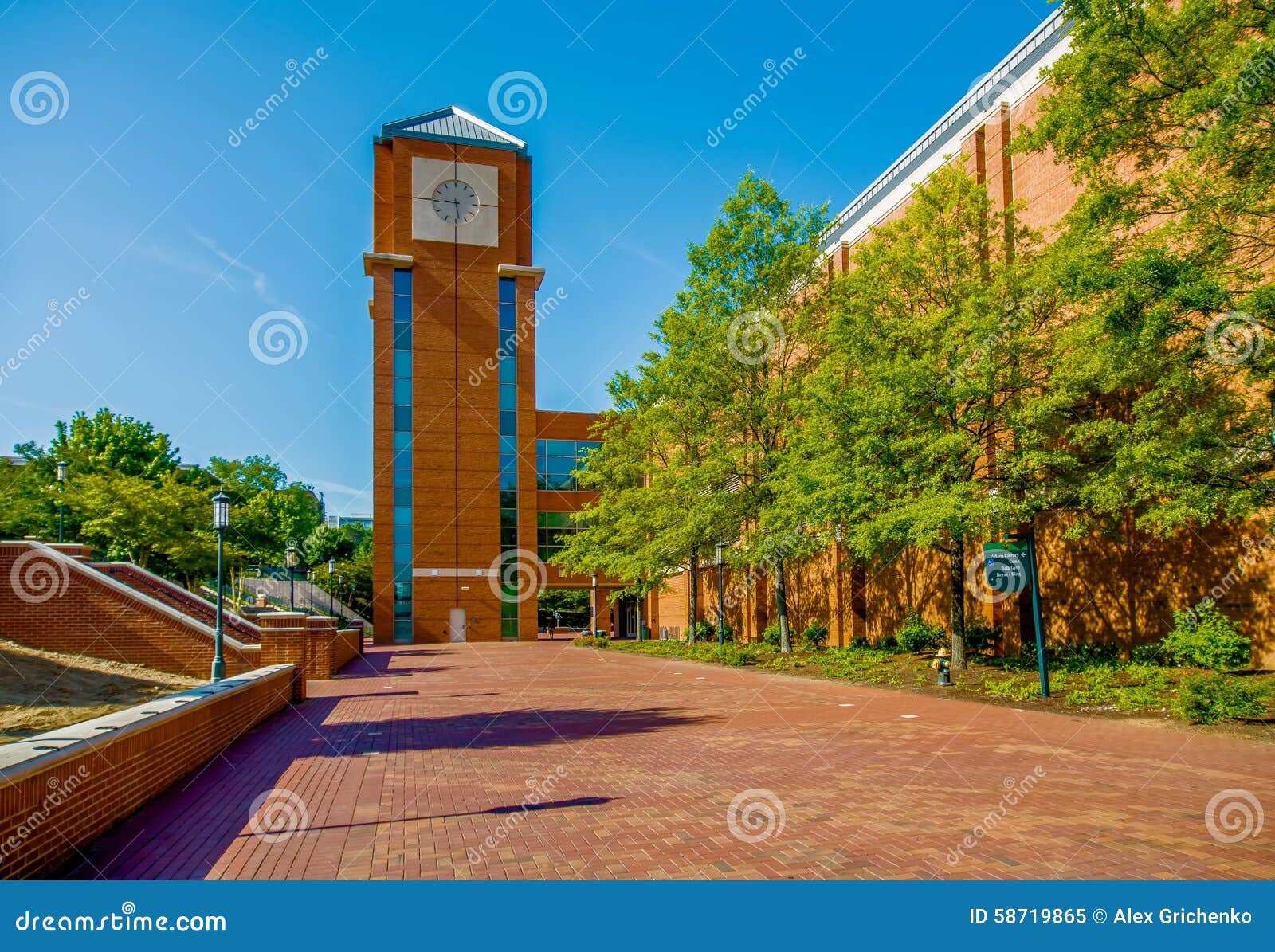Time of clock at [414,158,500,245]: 5:45
